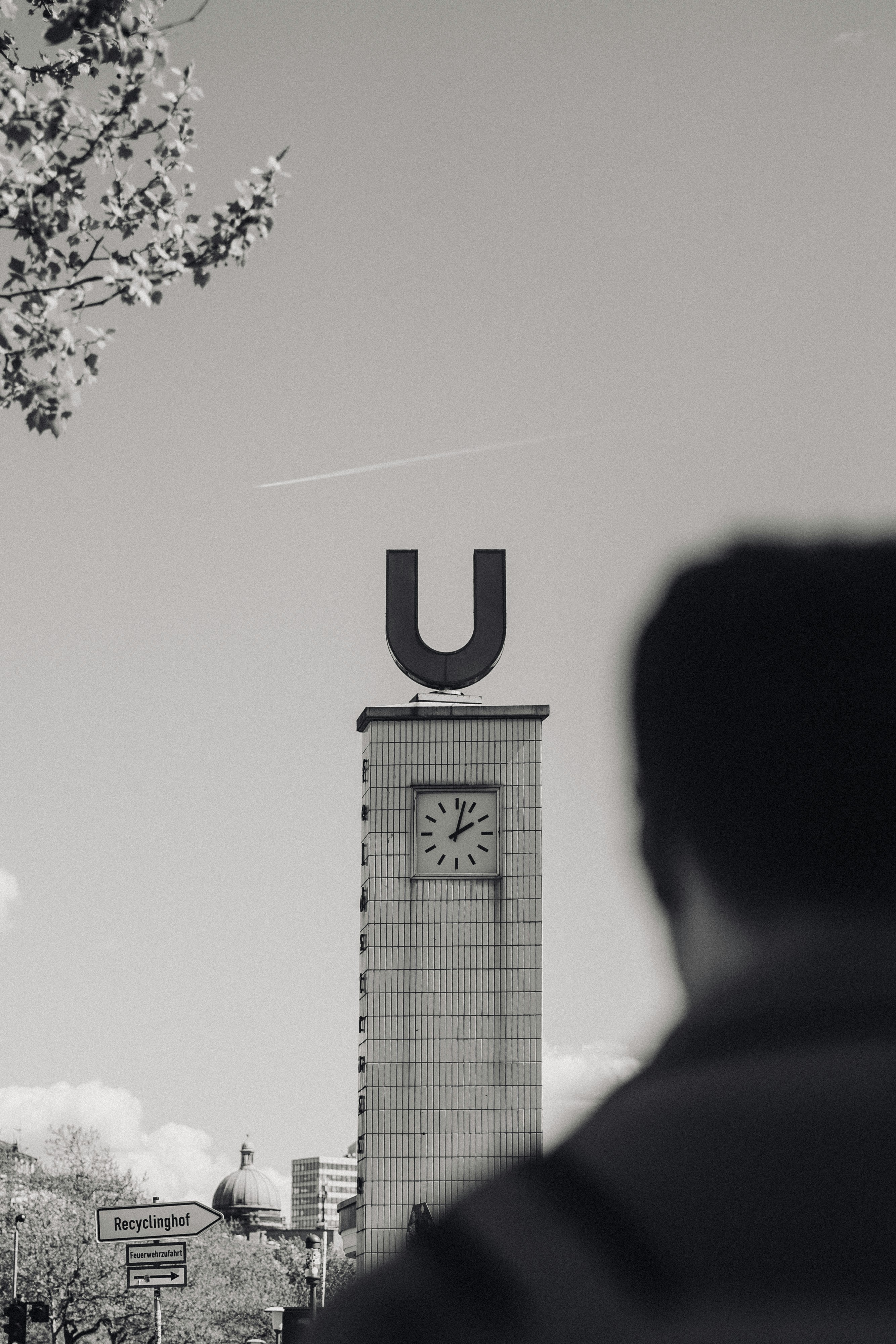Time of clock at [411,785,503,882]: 2:02
